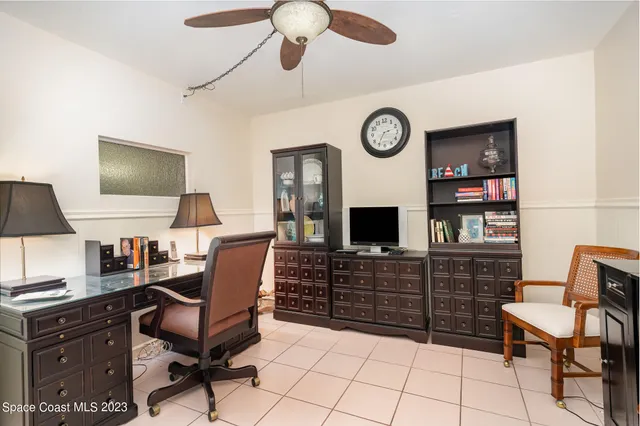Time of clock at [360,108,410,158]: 2:34
